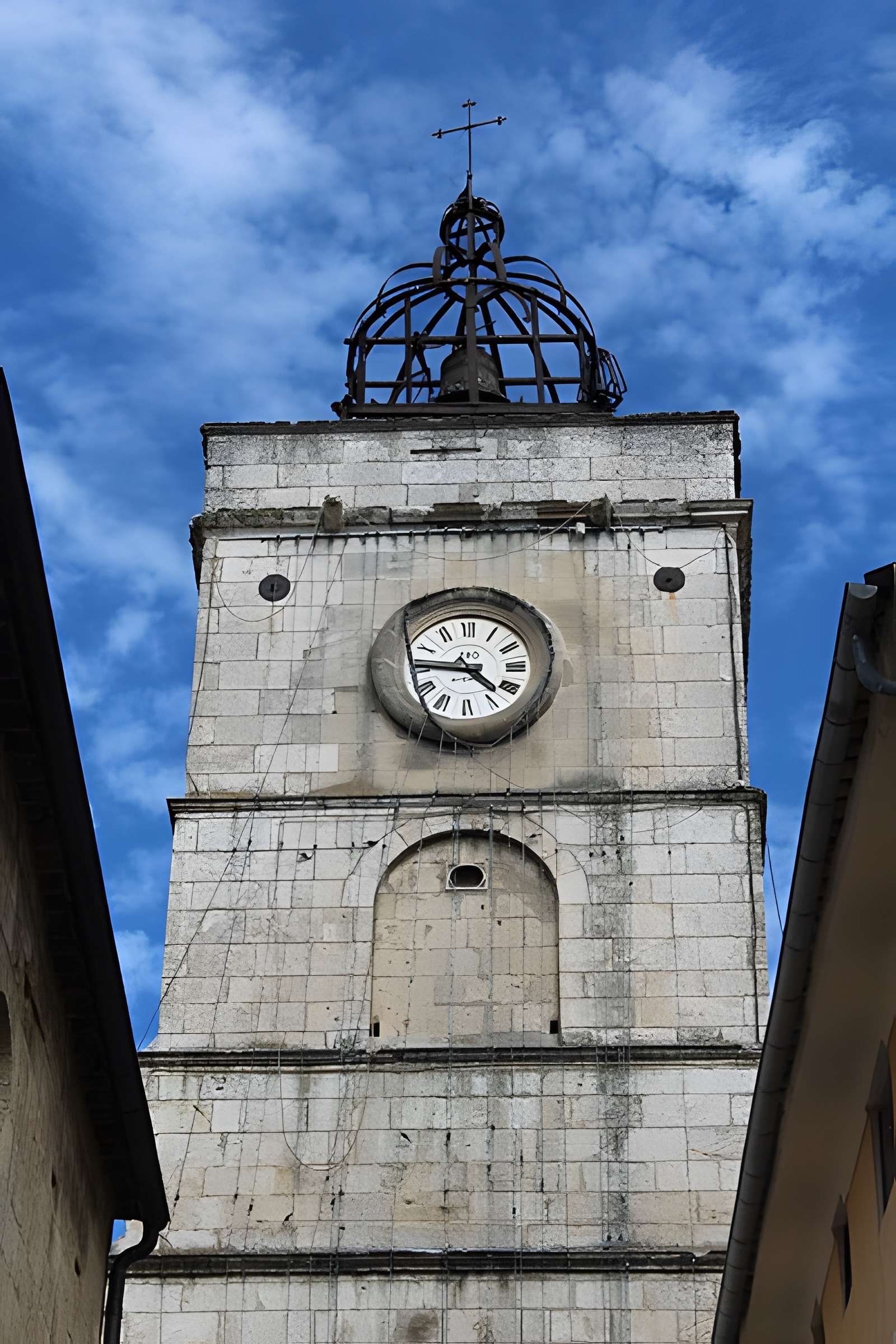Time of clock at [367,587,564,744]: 4:45
